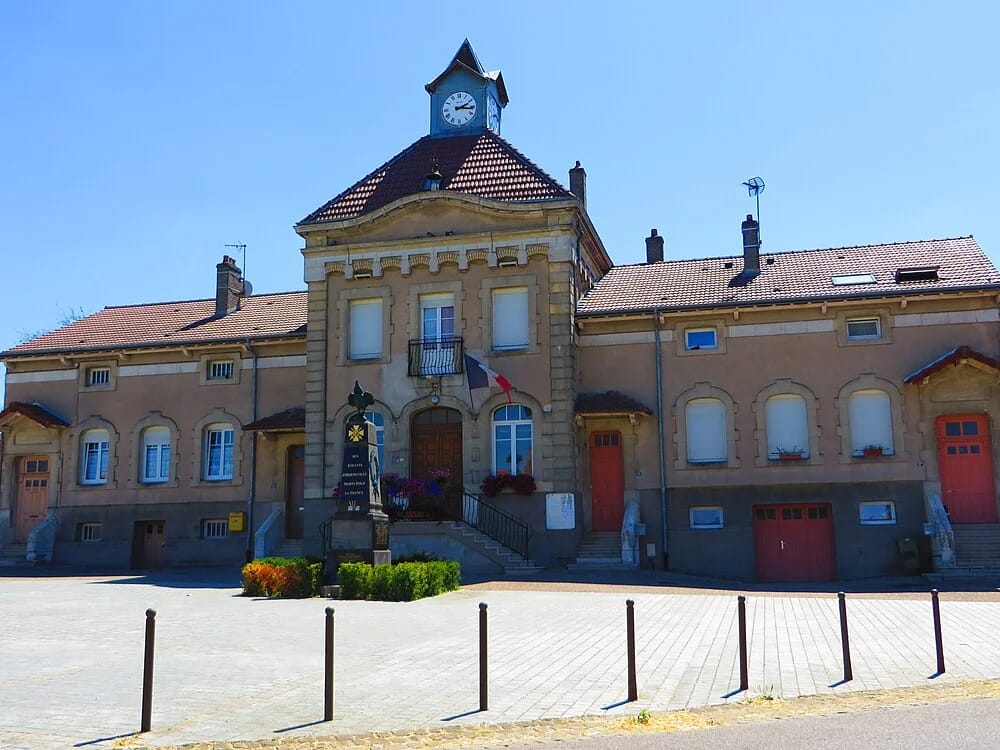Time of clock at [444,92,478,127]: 2:16
